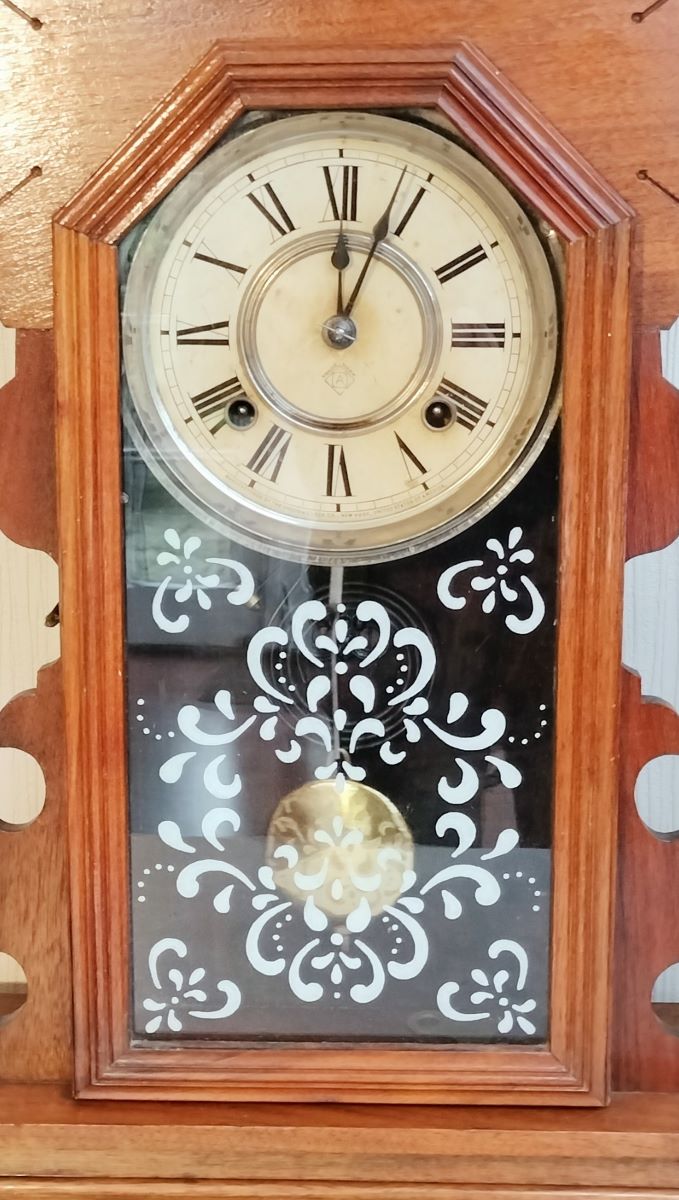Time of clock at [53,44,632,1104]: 12:03
